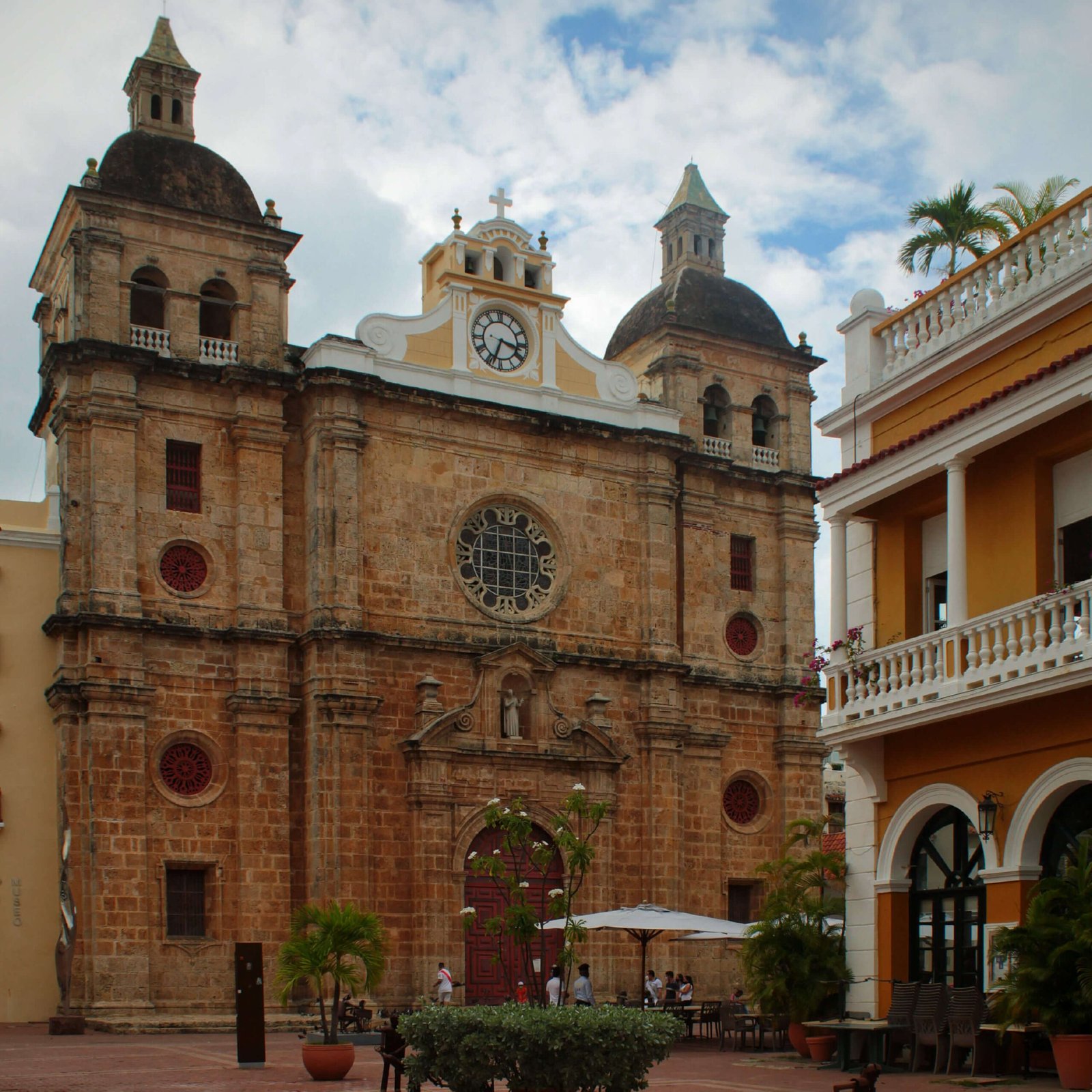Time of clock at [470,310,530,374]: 3:33
